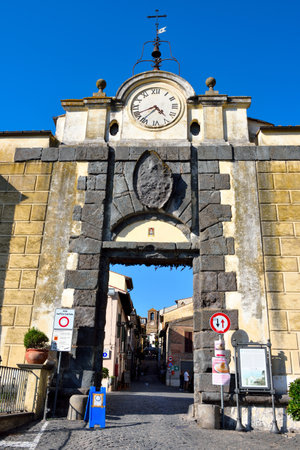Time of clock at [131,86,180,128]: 4:40
